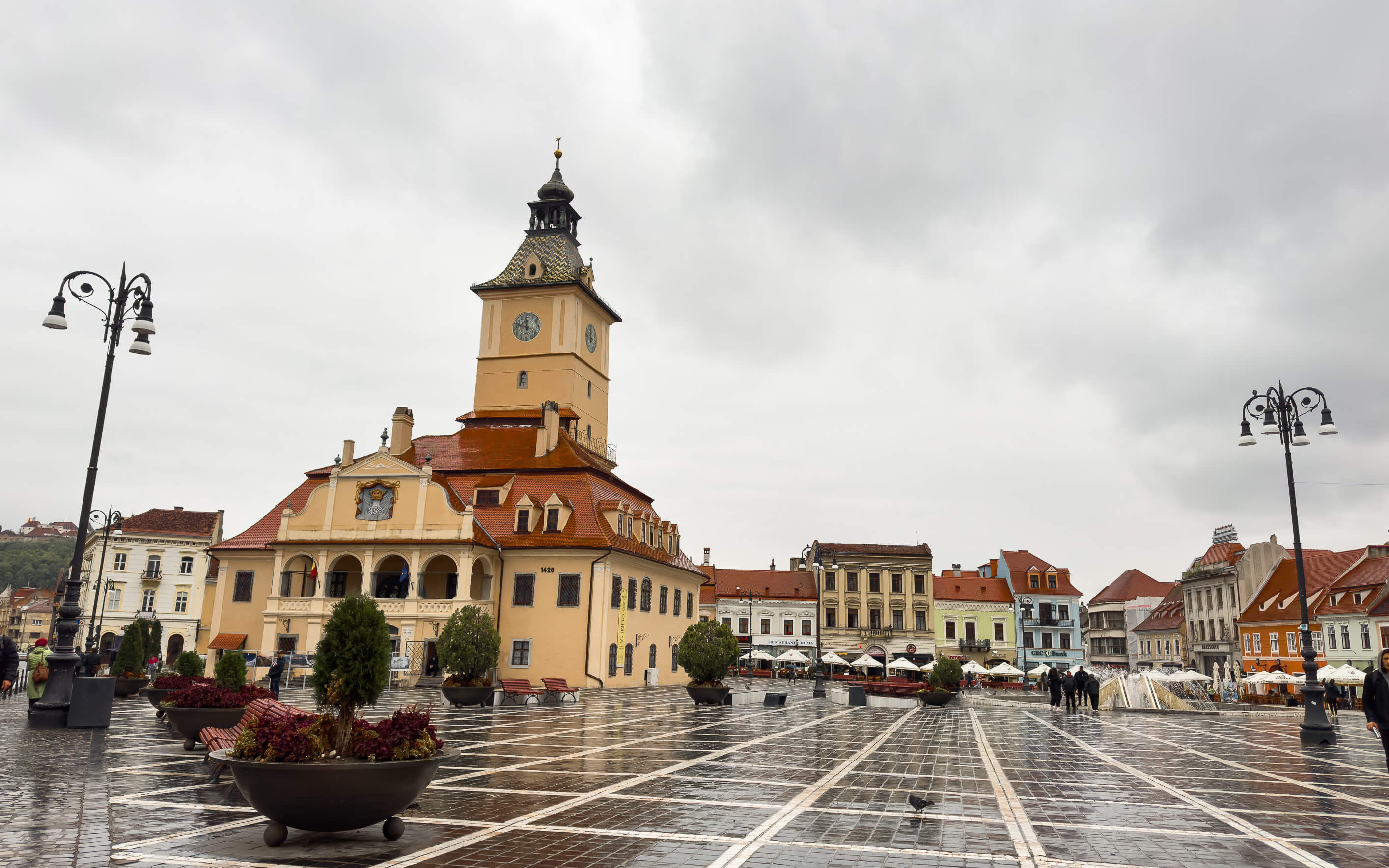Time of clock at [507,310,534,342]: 11:46
